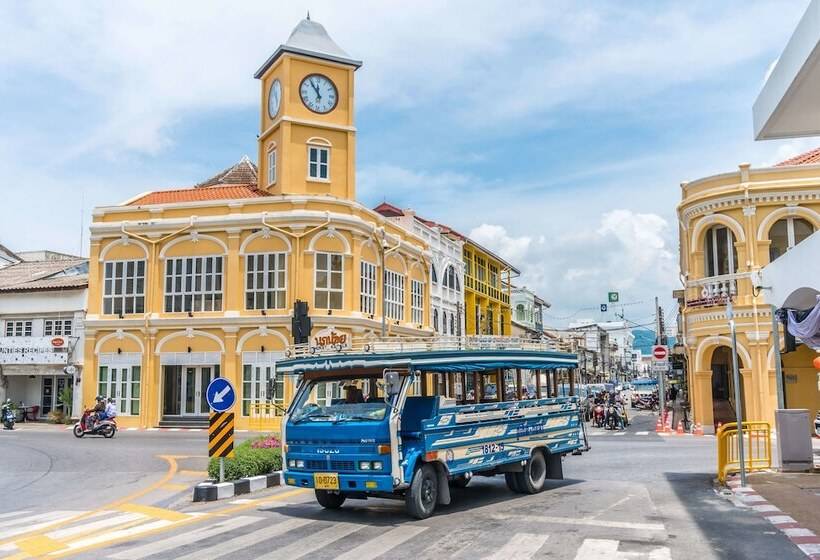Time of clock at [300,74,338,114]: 11:54
